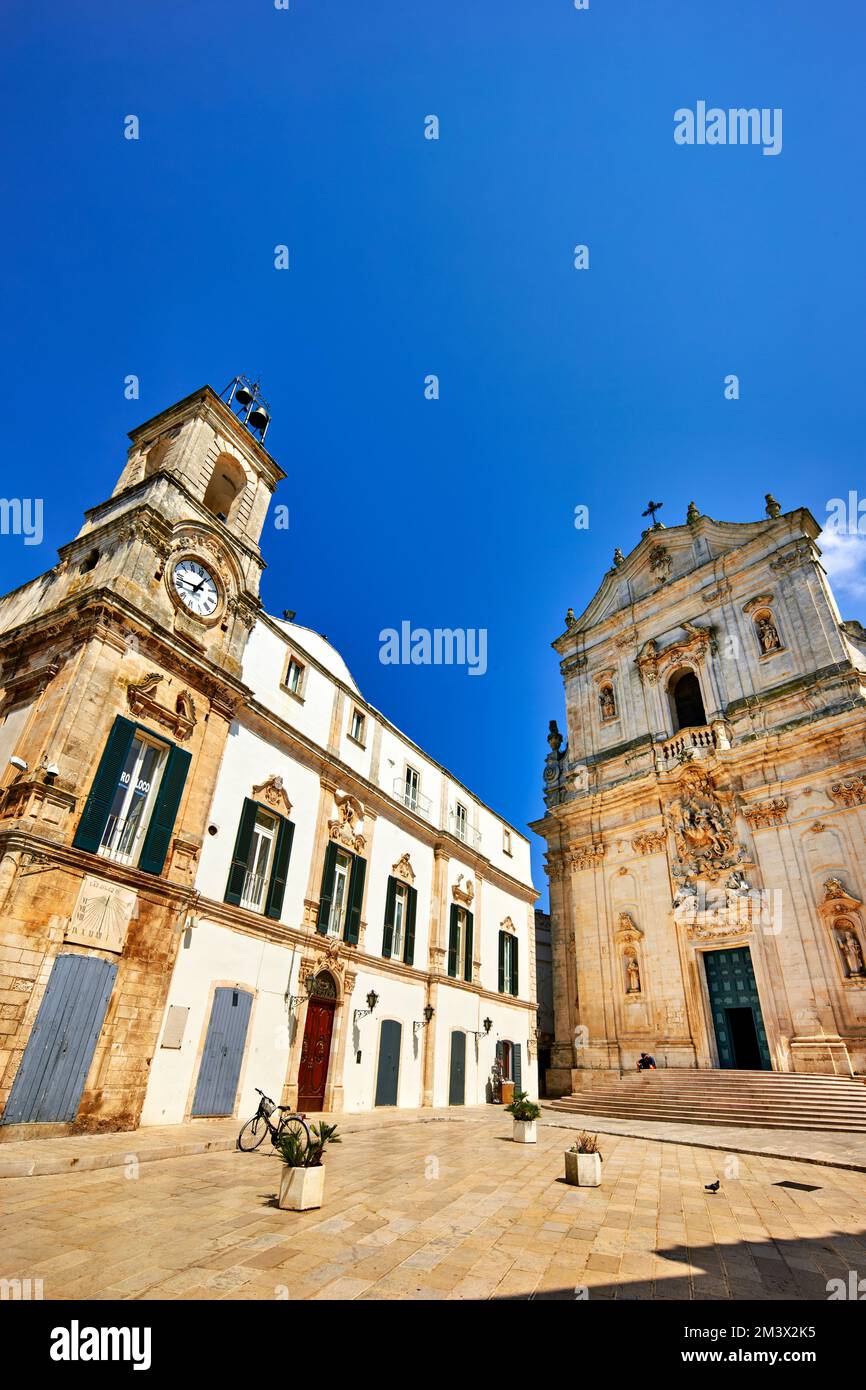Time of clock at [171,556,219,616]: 1:47
